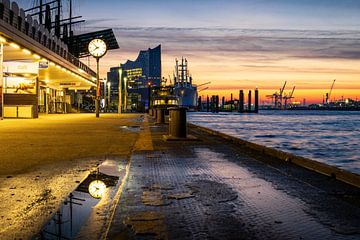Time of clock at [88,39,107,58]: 7:52
